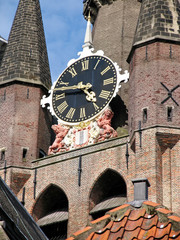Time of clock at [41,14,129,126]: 4:46
